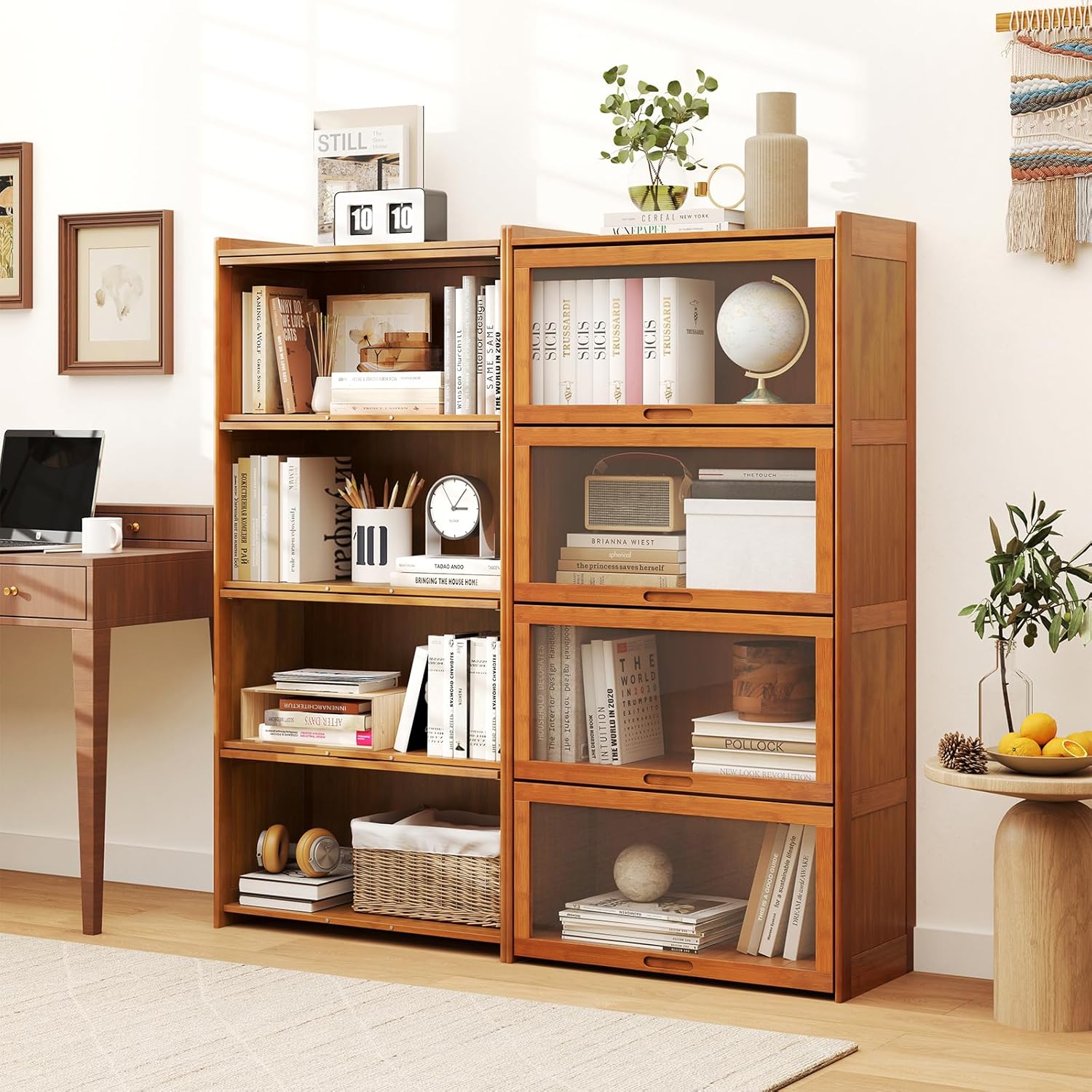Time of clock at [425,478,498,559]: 3:05
